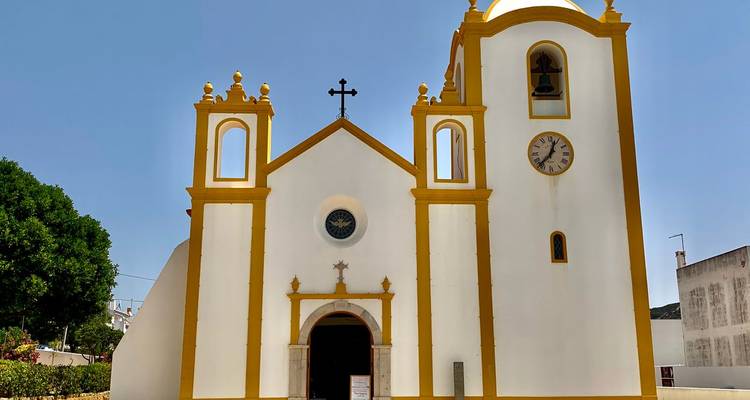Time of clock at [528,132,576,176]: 12:37
